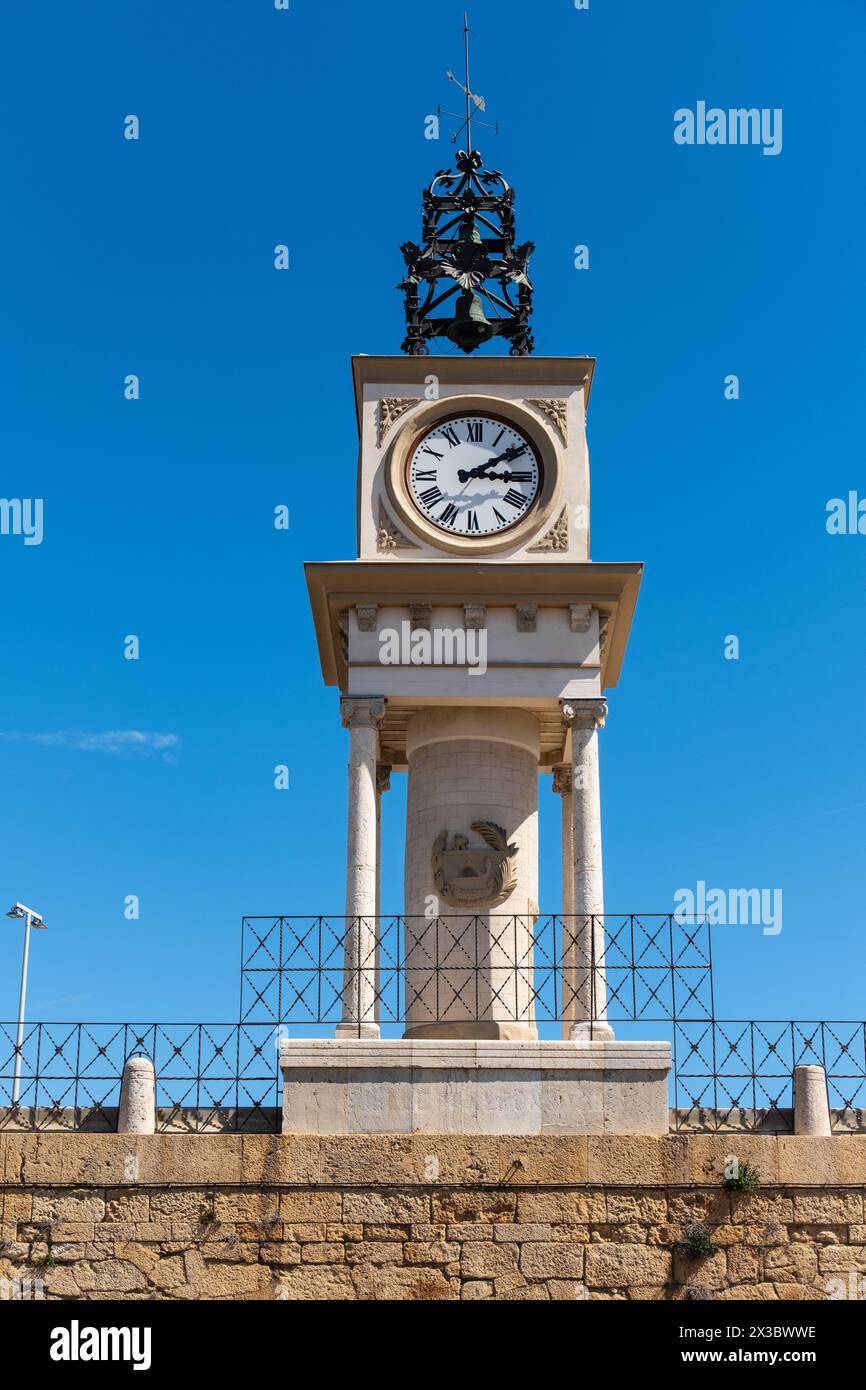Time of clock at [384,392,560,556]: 3:09
